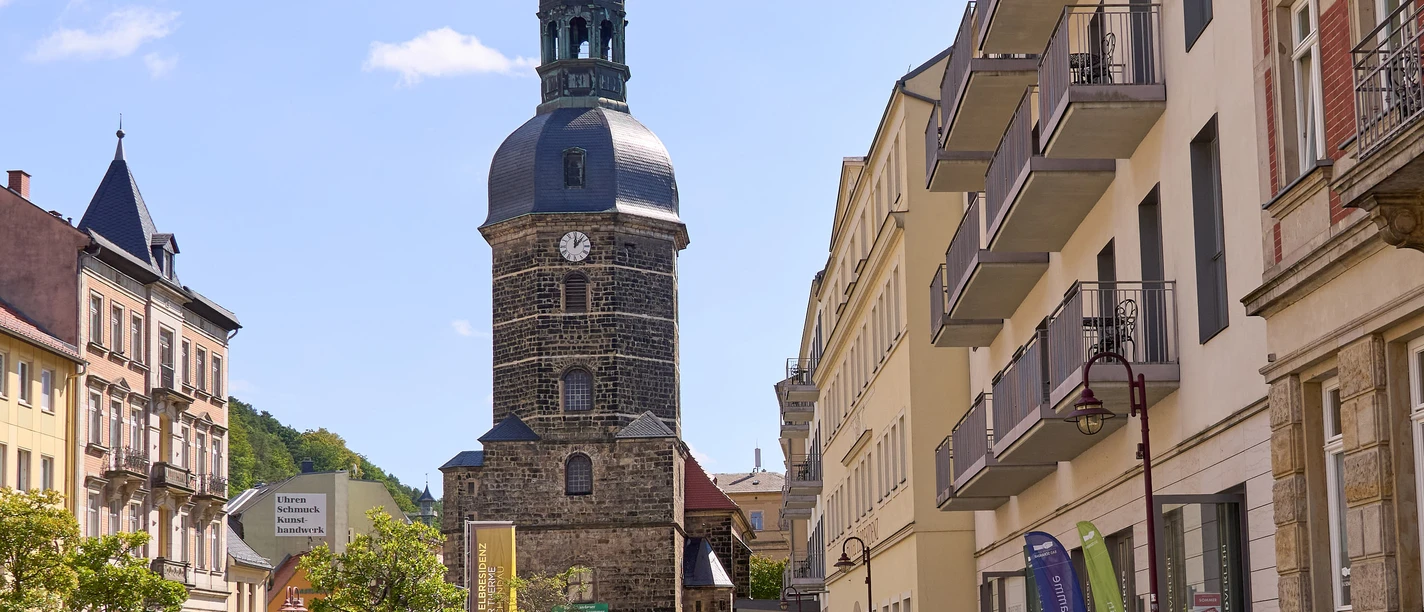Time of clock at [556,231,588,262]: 12:07
